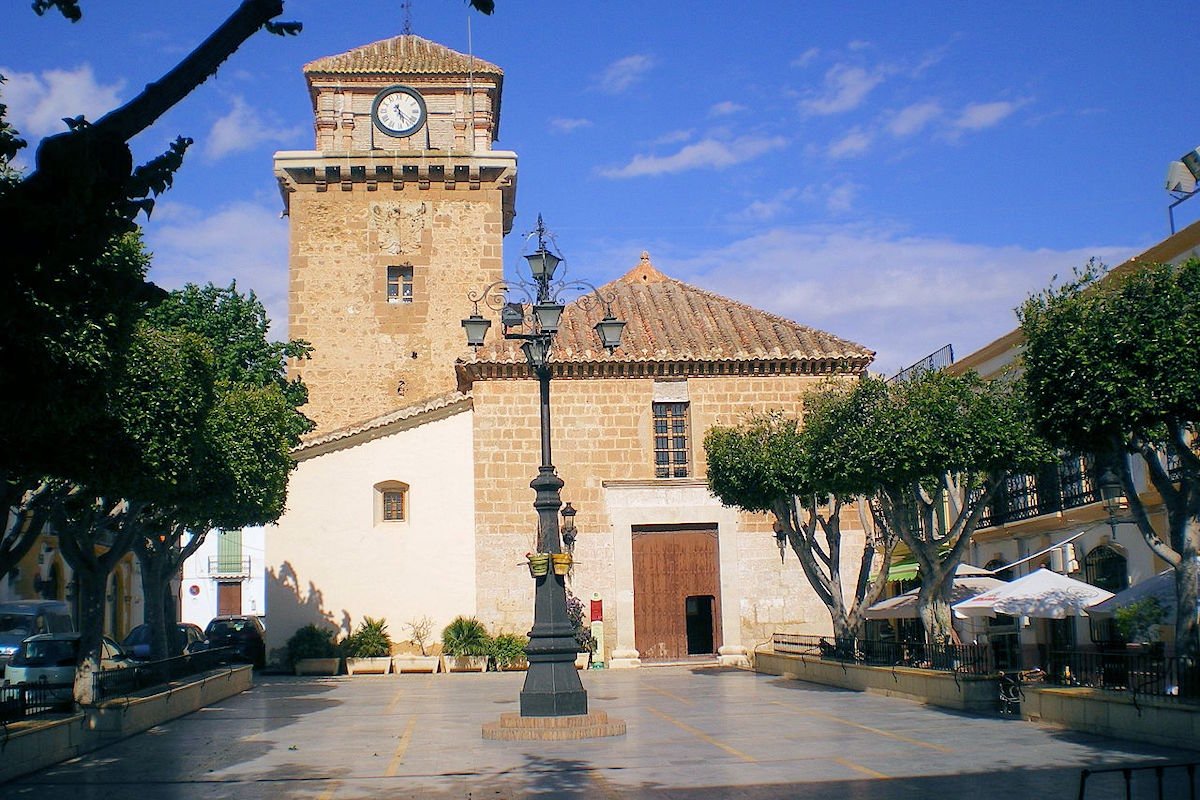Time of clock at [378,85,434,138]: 5:21
